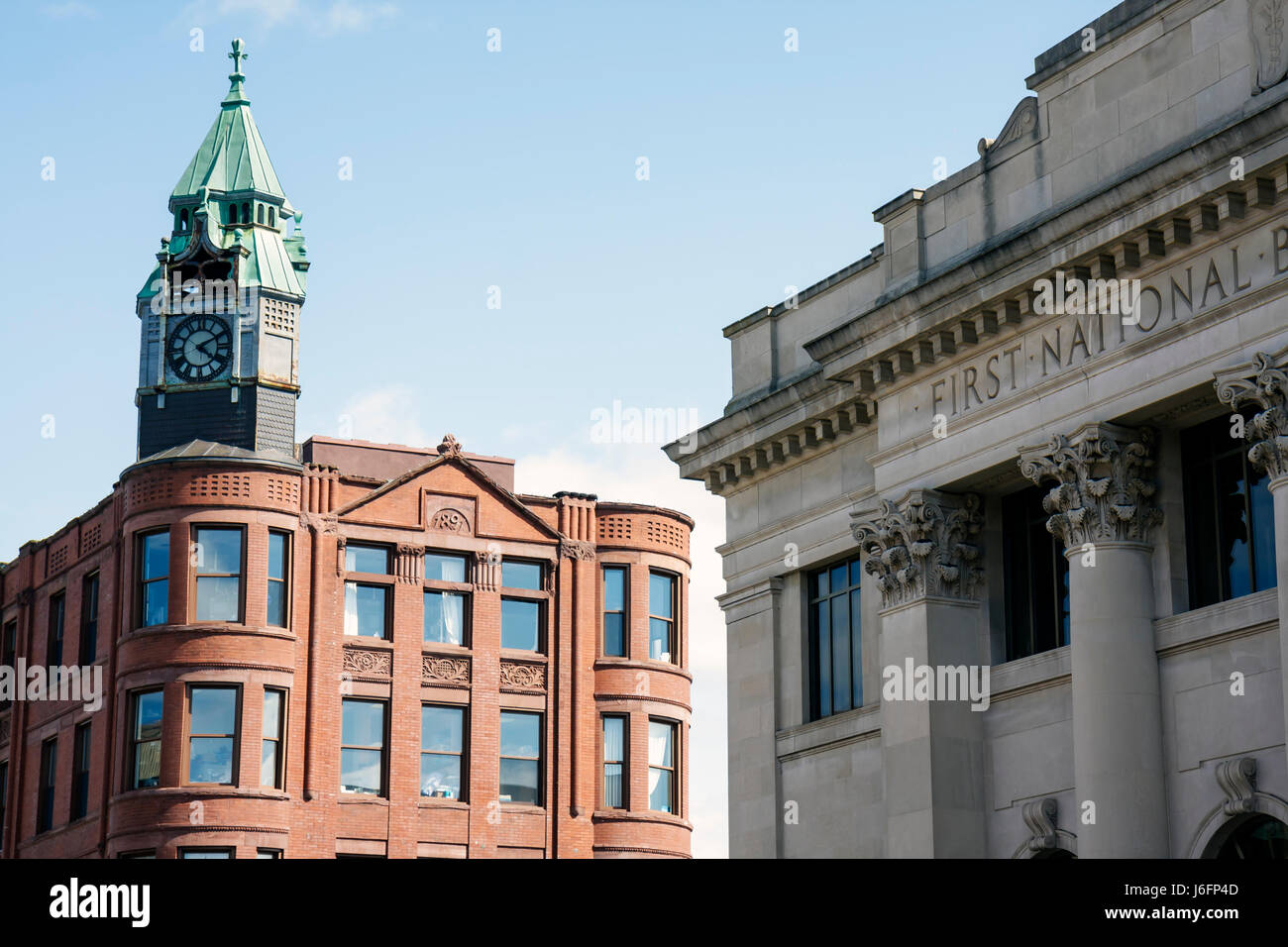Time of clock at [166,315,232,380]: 4:10
